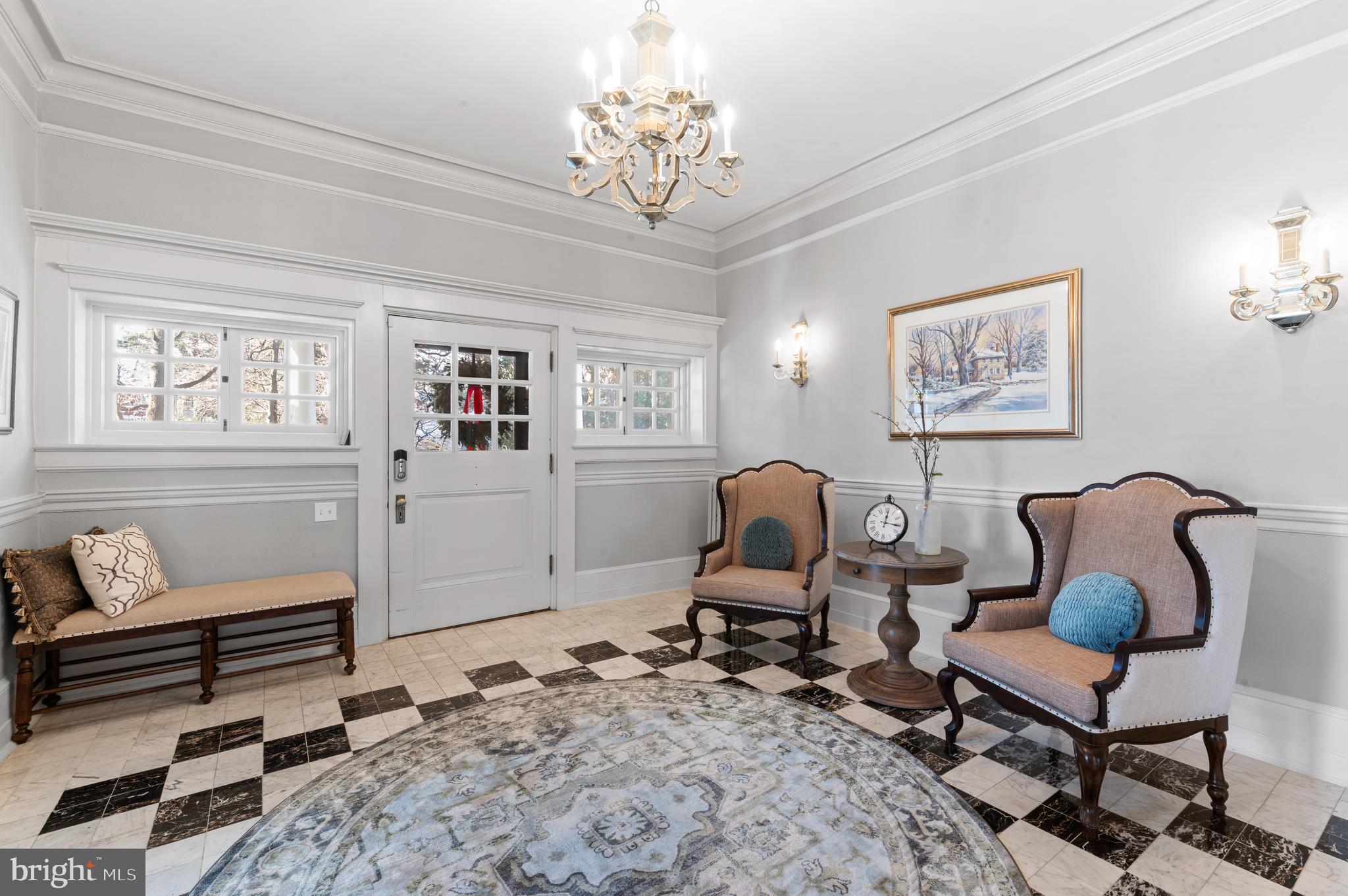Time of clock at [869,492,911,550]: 12:15
